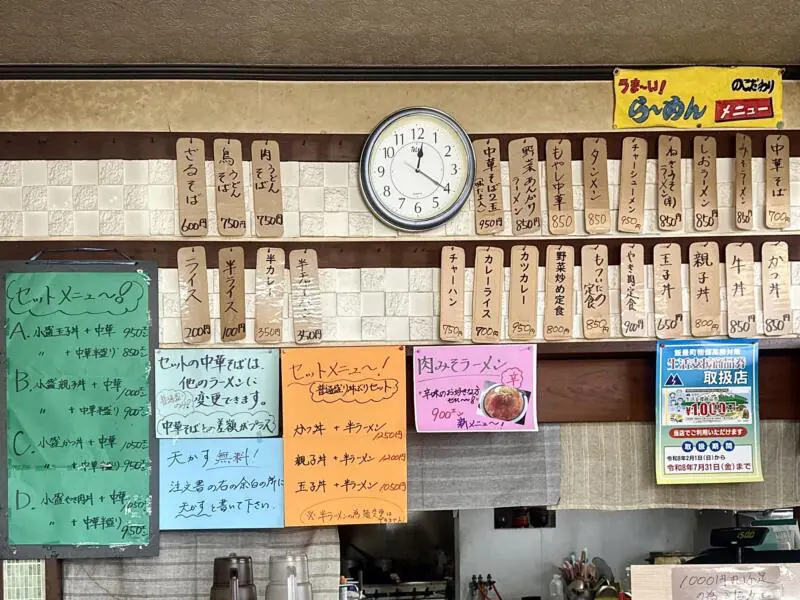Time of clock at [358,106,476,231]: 12:20
